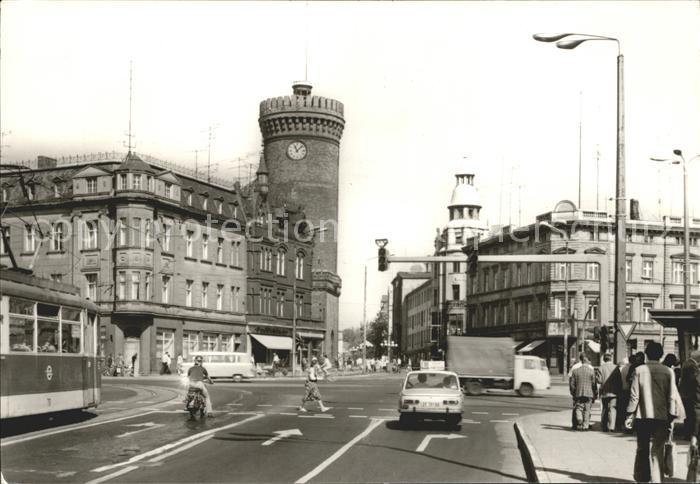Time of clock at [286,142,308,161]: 11:07
